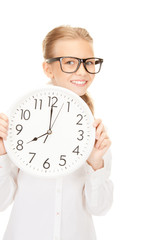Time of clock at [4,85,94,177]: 7:59
